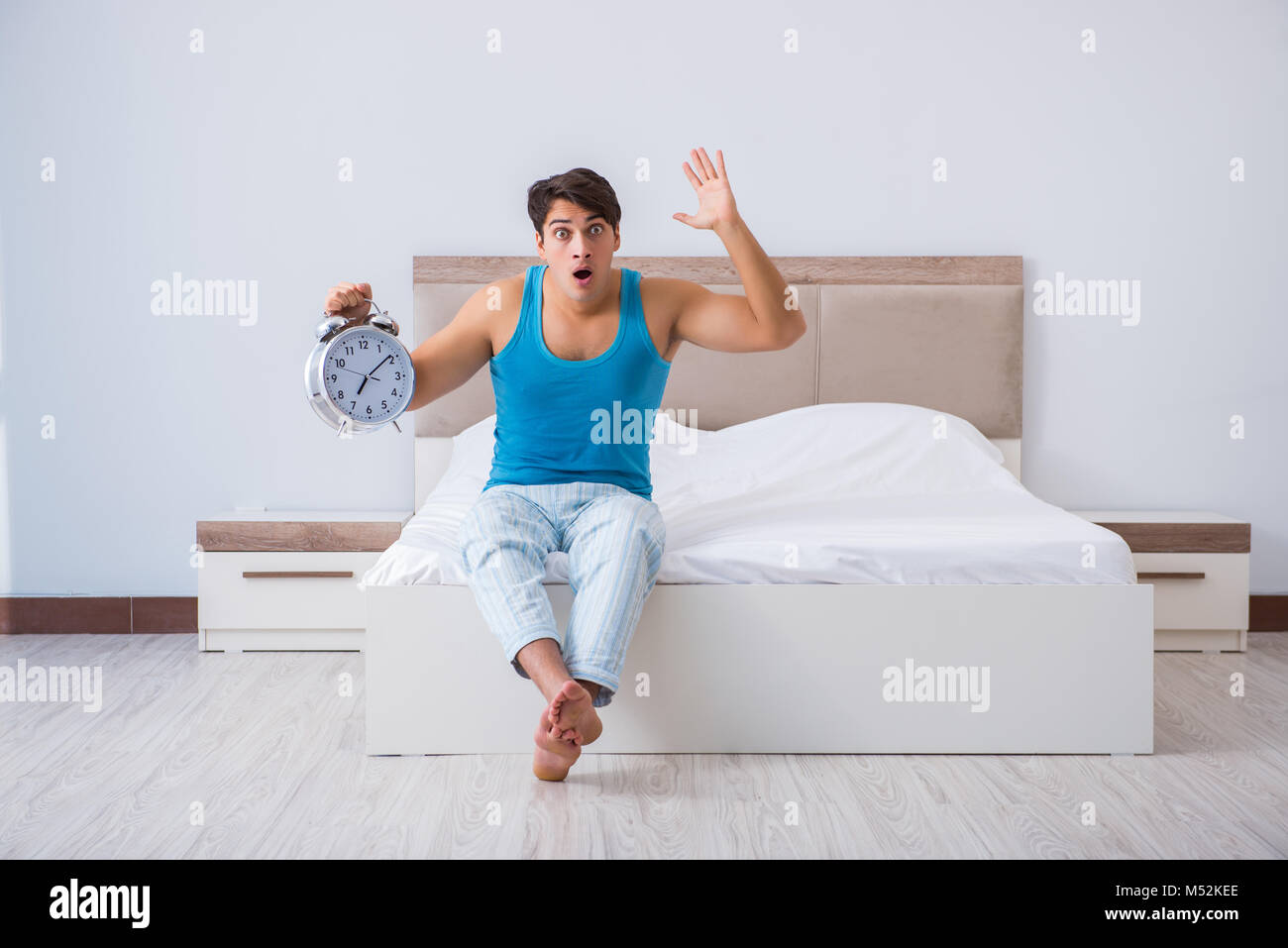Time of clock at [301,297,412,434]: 7:08
